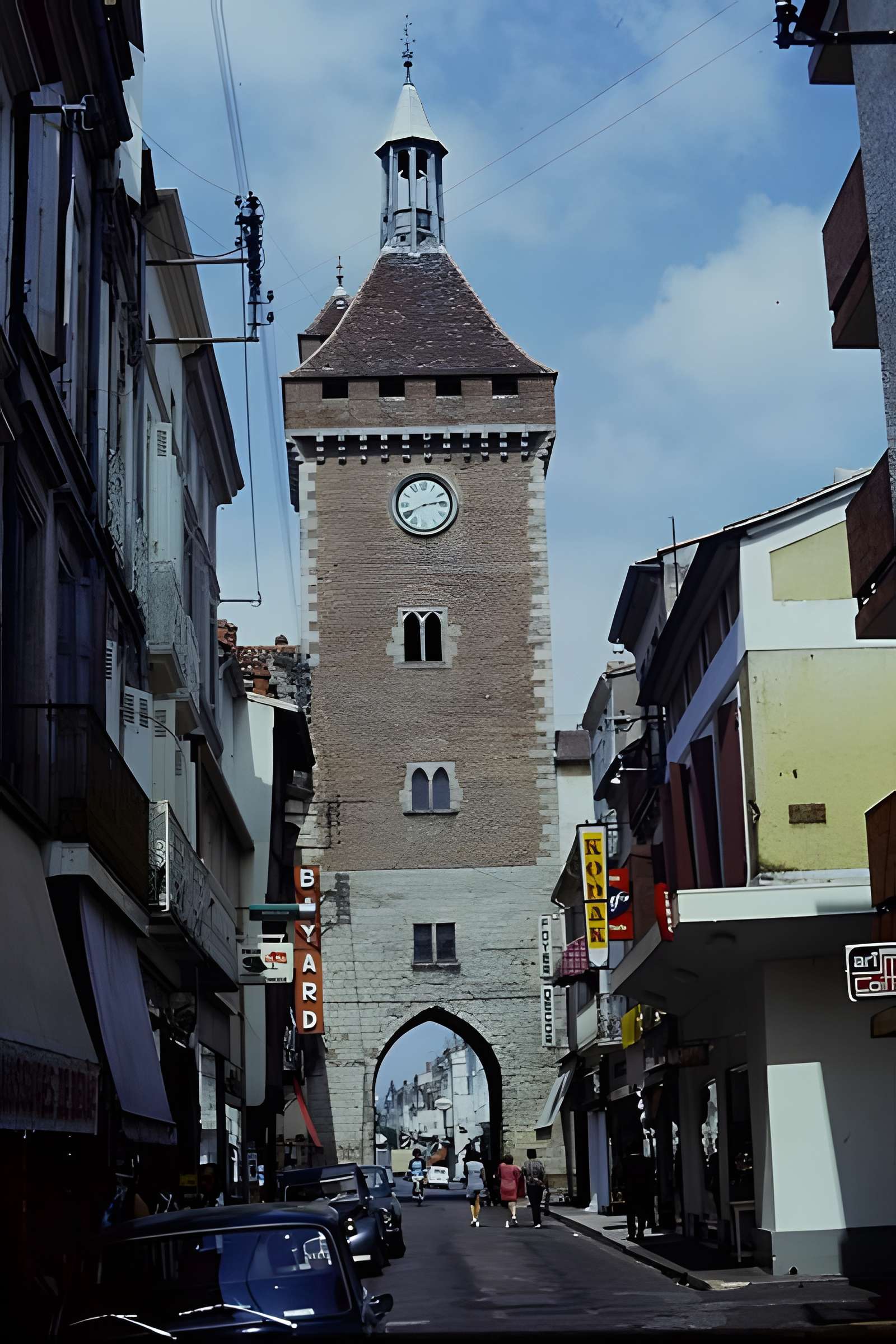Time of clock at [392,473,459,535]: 2:40
